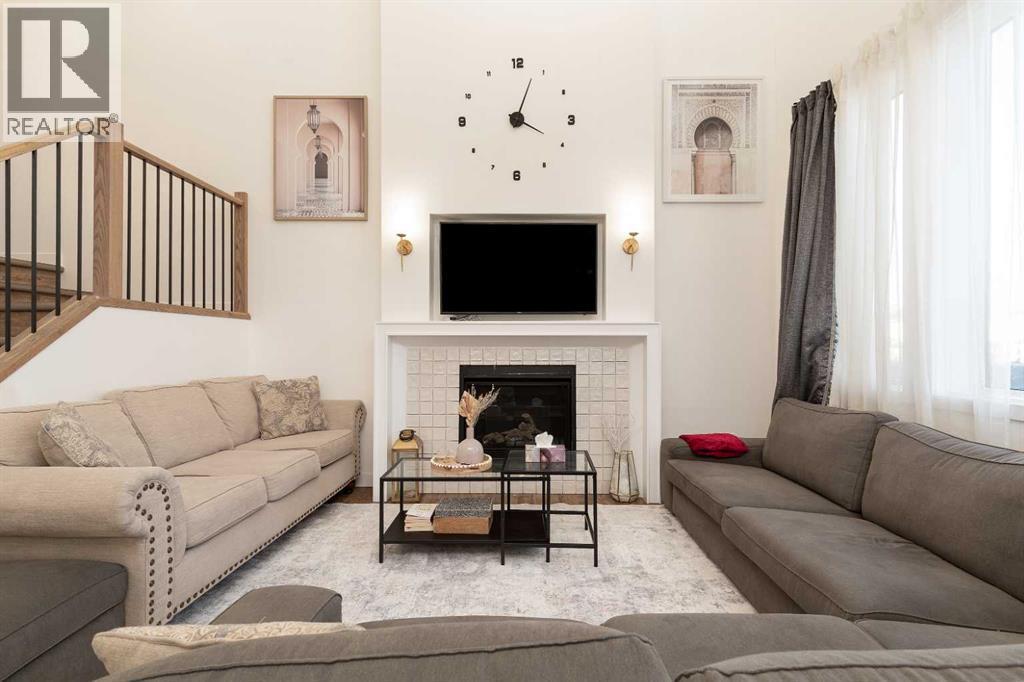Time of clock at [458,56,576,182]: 4:03
